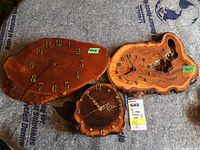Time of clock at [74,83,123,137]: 10:41
